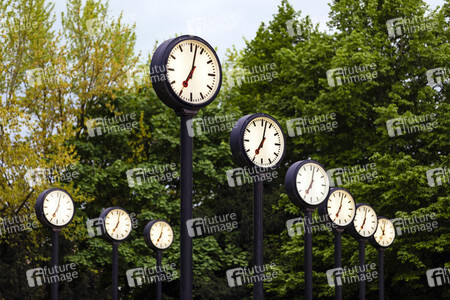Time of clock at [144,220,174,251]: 7:02
